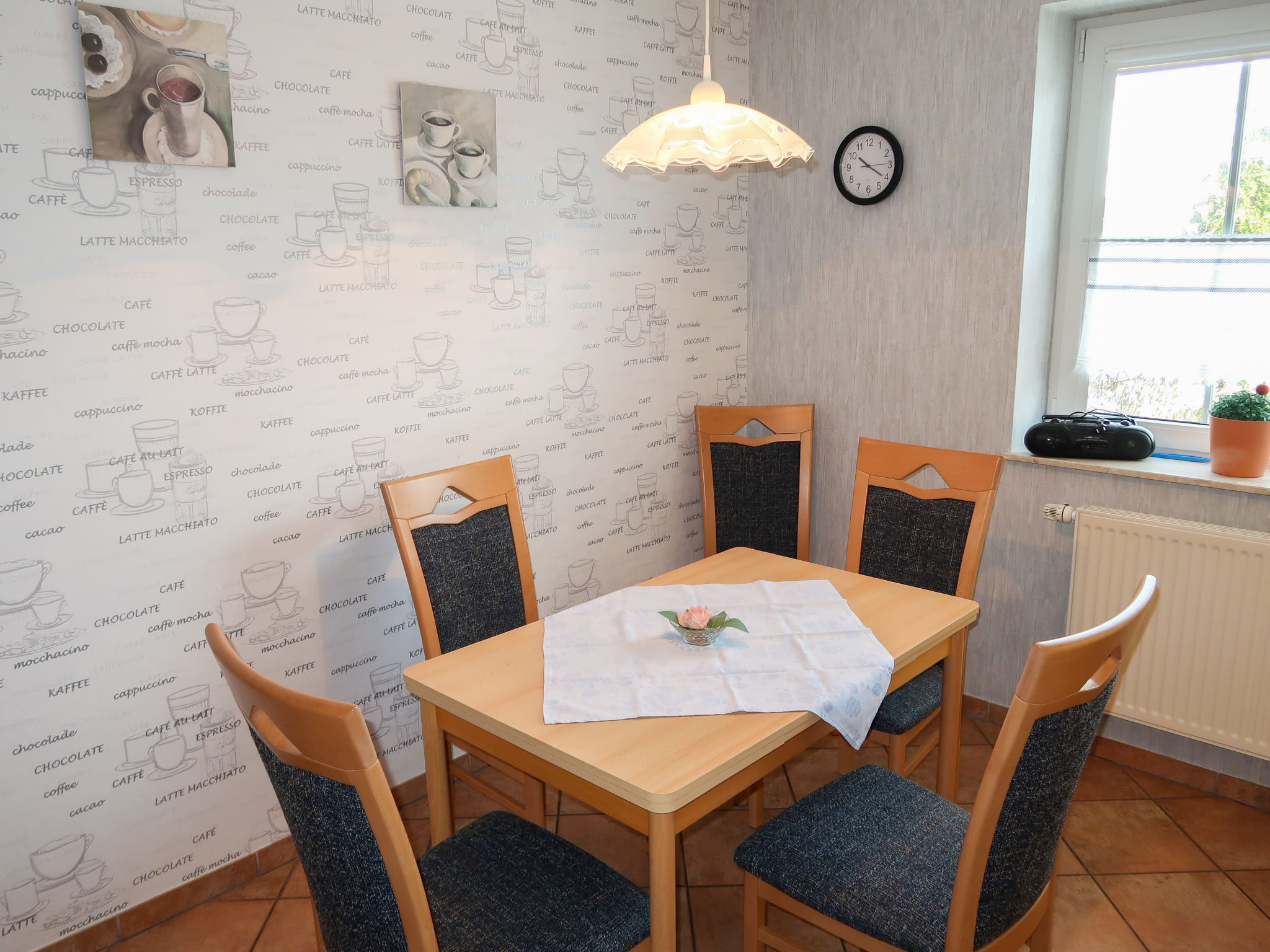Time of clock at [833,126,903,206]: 10:20
